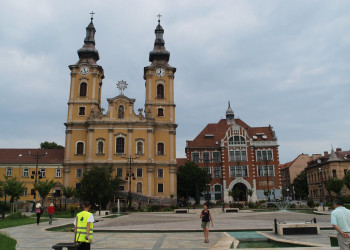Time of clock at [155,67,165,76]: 7:00
